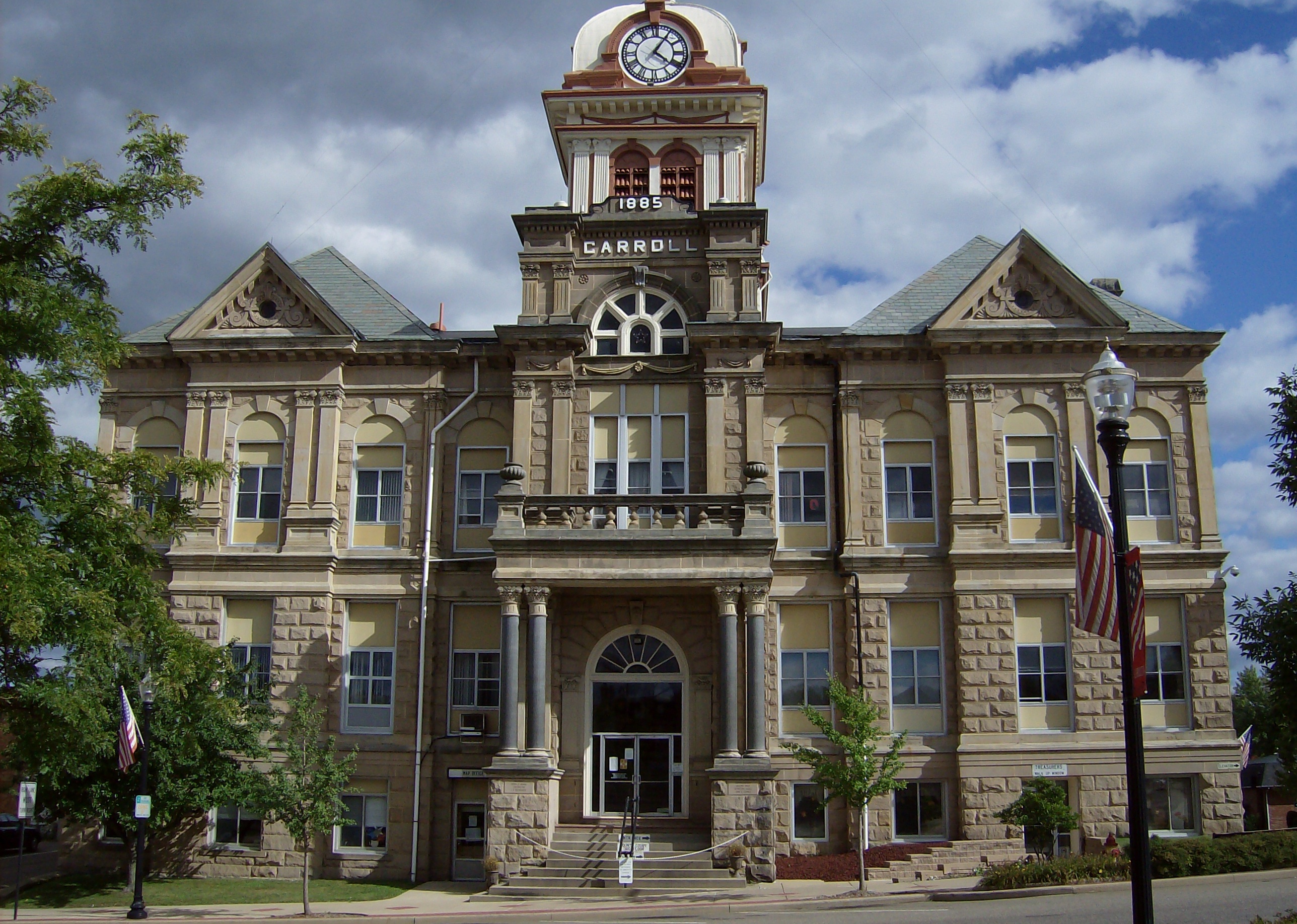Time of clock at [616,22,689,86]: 4:05
